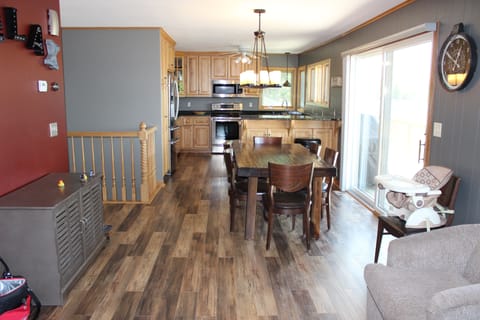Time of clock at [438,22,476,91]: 12:49
